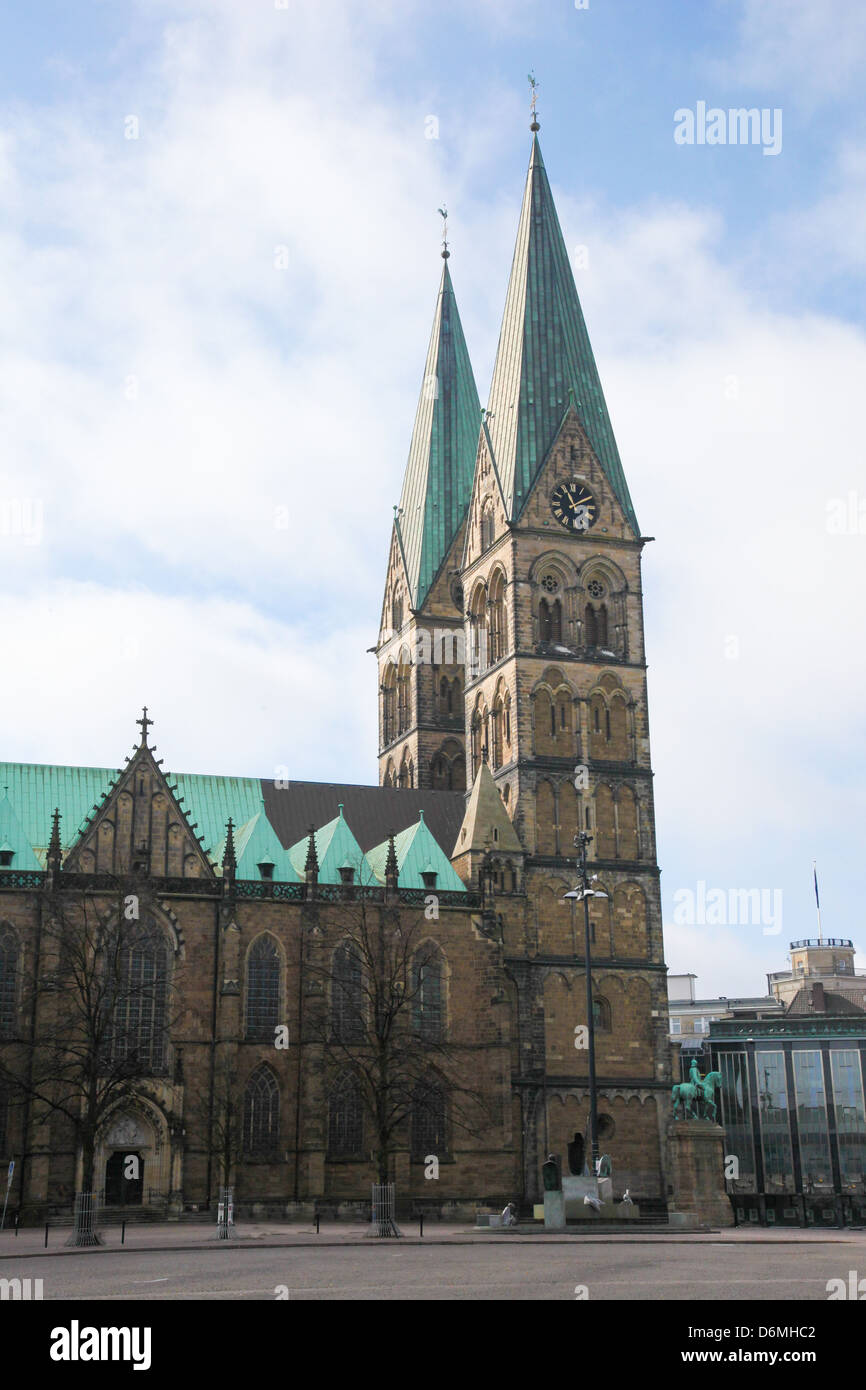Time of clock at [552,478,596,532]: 11:10
